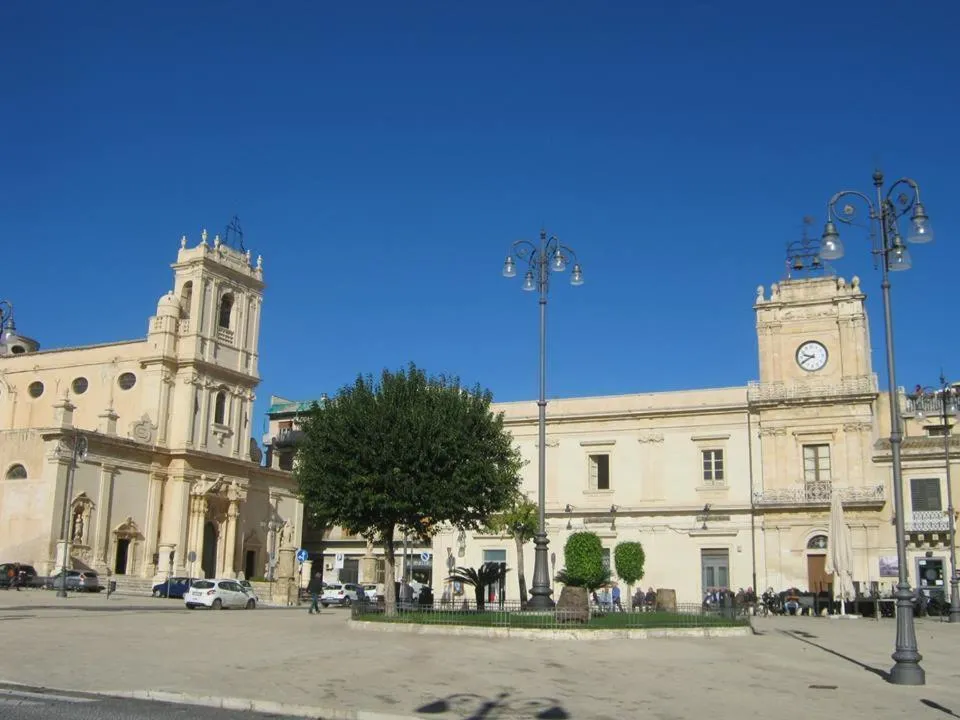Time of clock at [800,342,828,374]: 9:40
